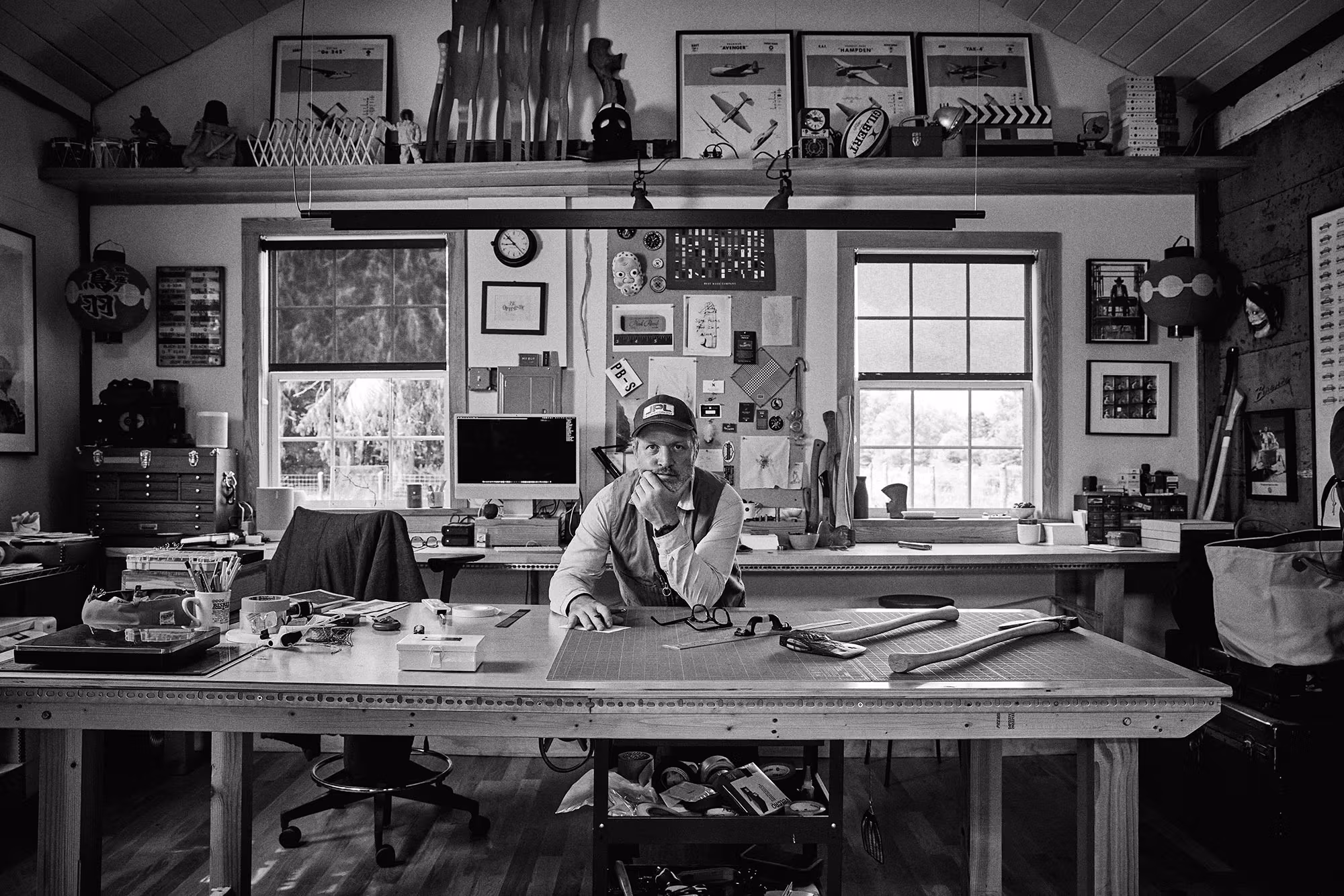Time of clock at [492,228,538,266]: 8:52
